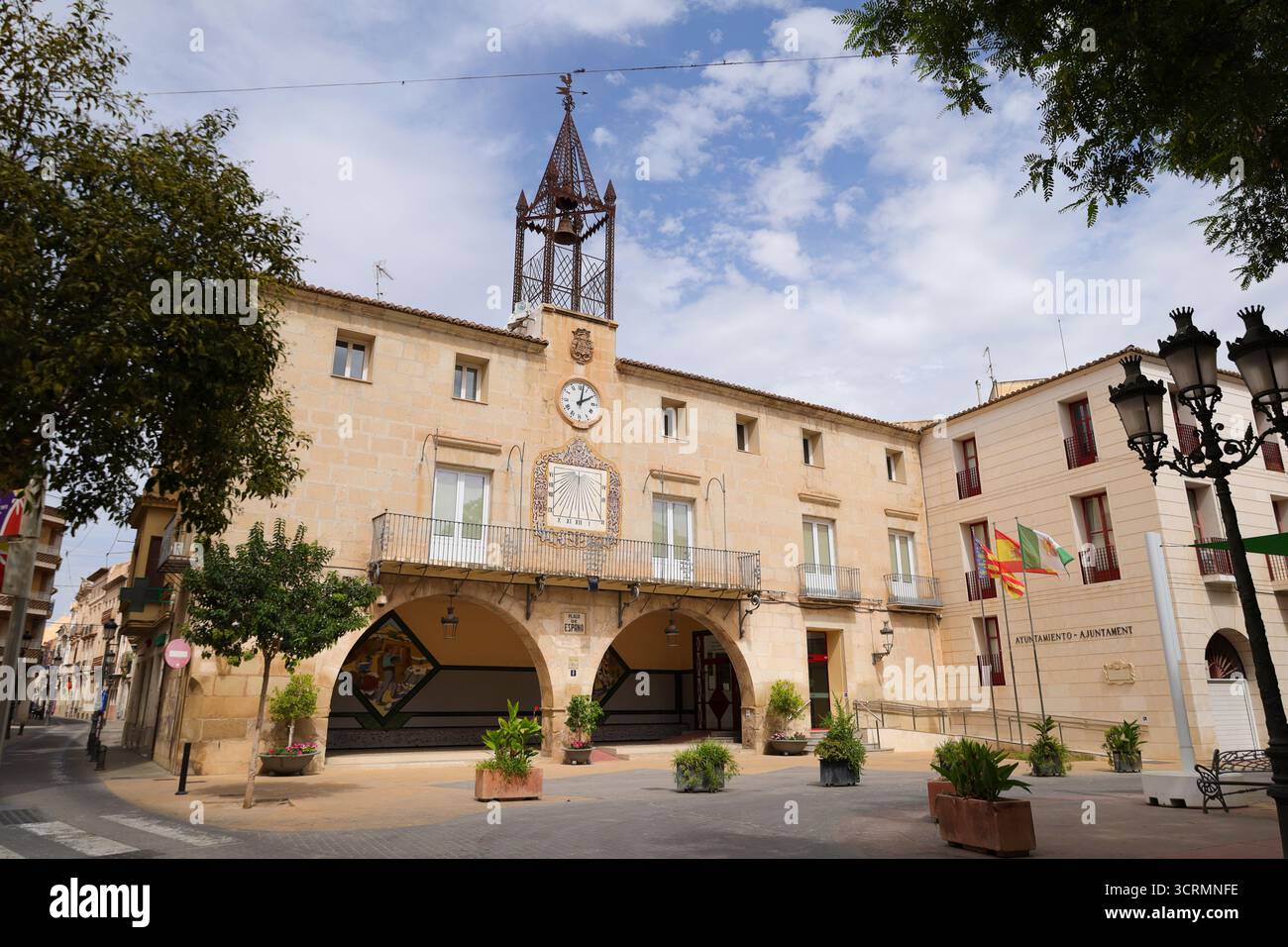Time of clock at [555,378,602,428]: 2:01
